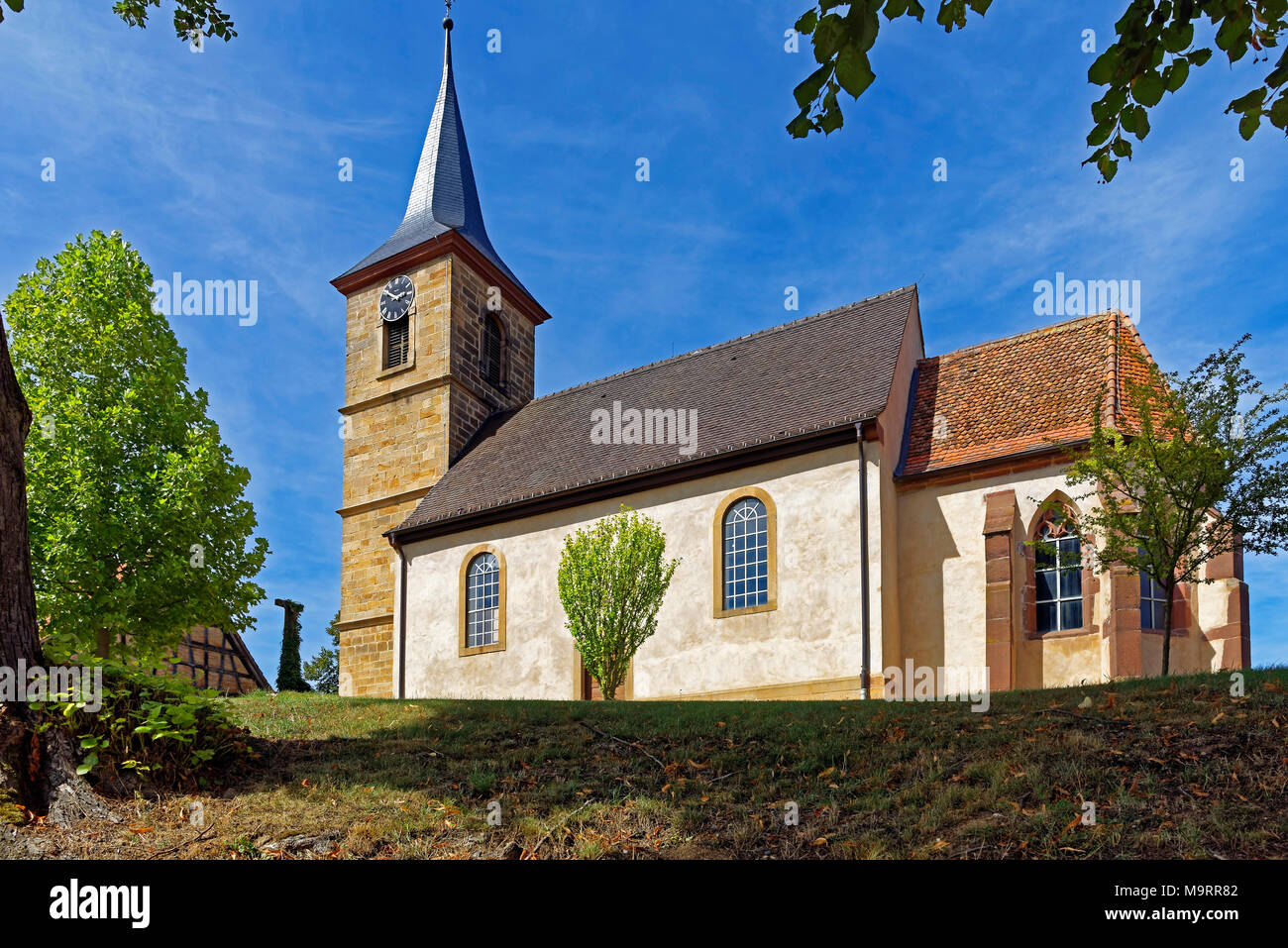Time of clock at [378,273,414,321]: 2:50
